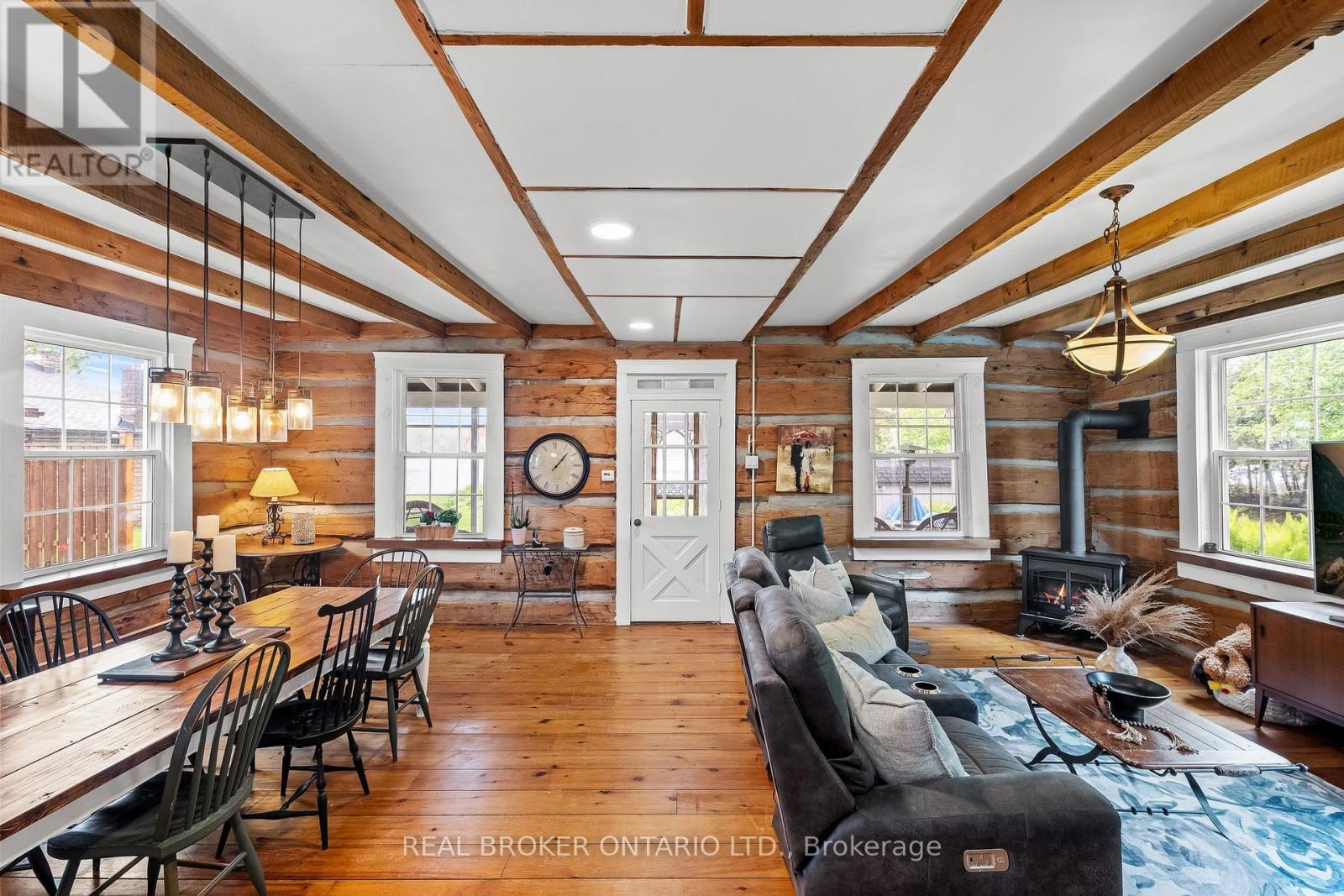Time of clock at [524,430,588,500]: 1:07
